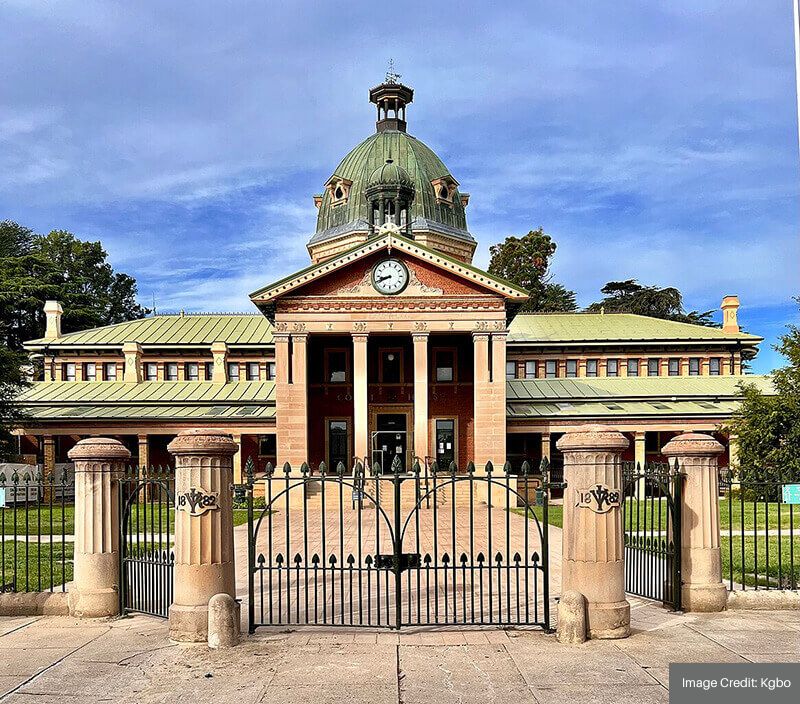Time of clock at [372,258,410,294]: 8:41
